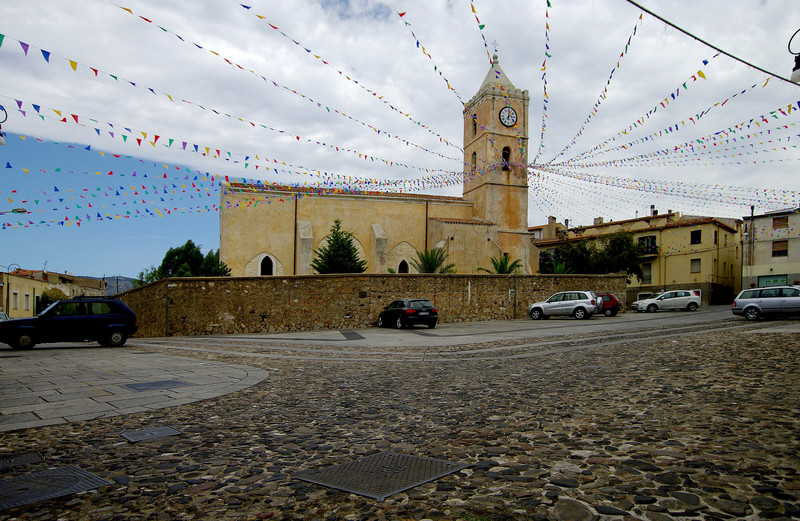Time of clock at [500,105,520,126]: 12:07
